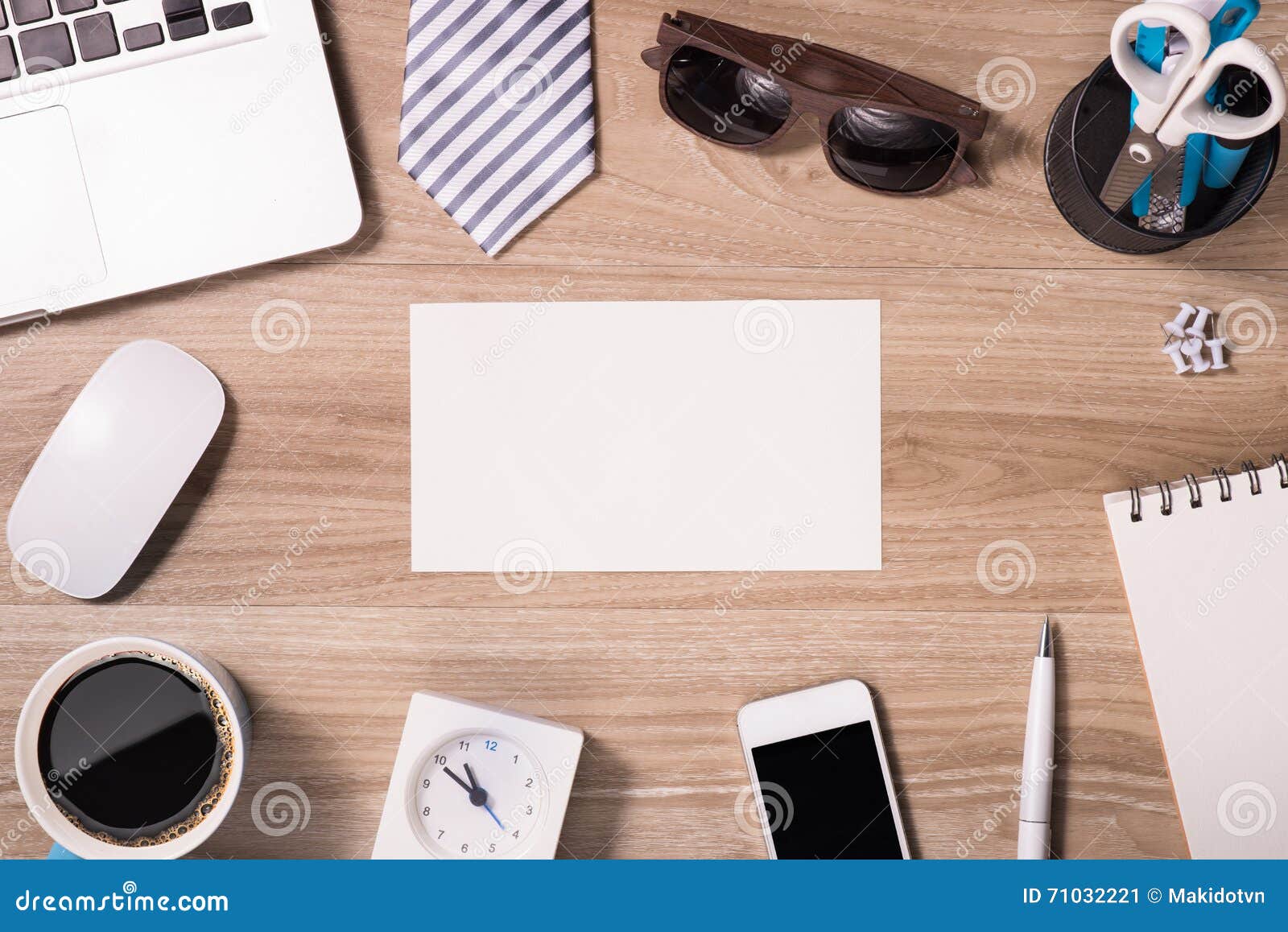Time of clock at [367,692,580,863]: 10:49
